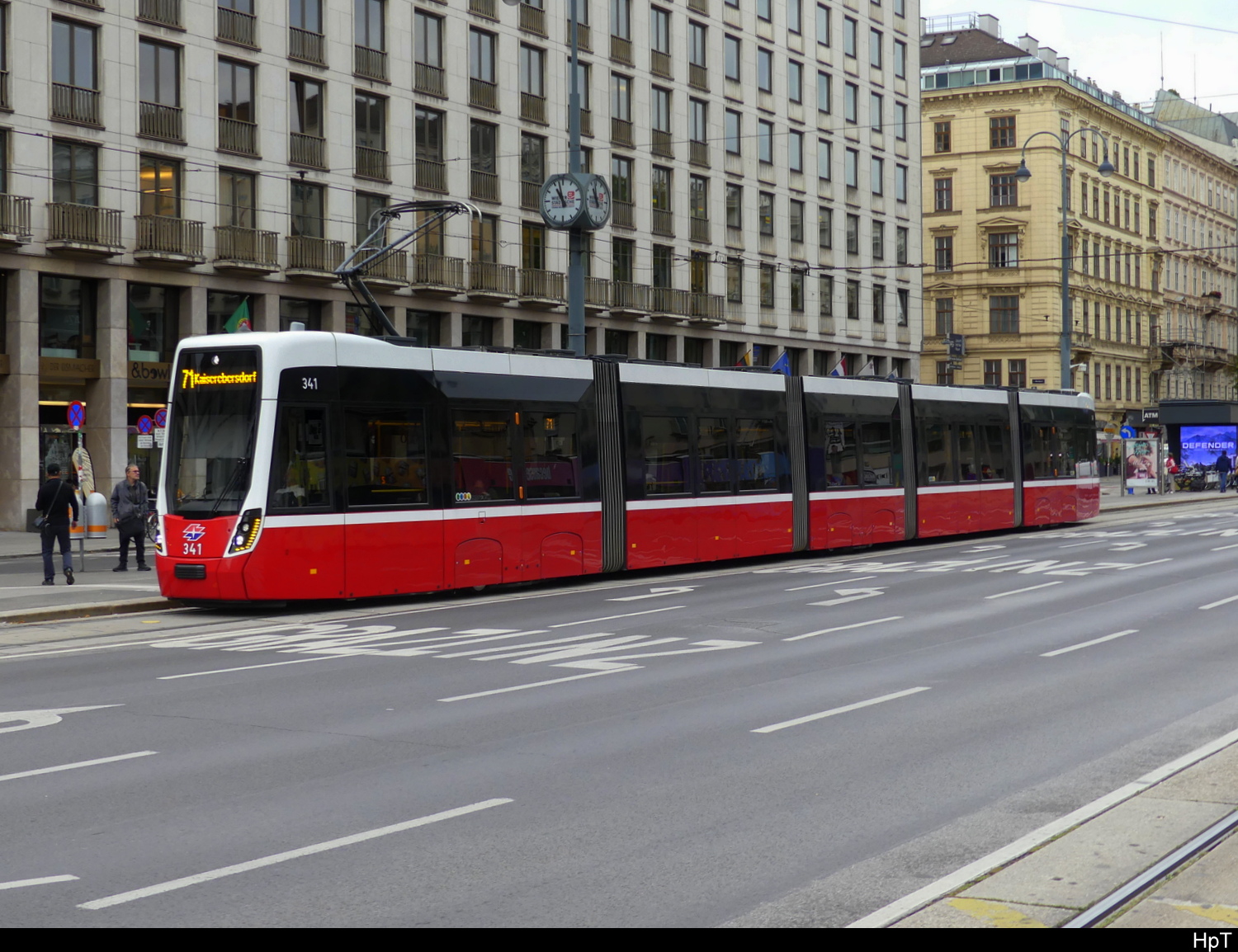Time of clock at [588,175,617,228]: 10:58
